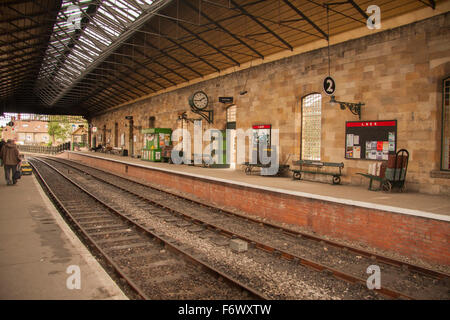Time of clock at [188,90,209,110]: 1:43
